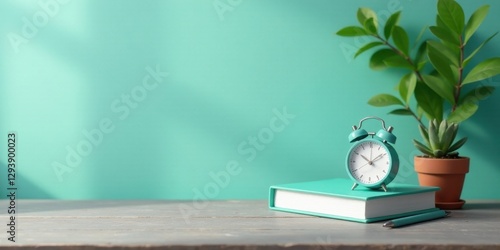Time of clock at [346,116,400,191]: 1:50
